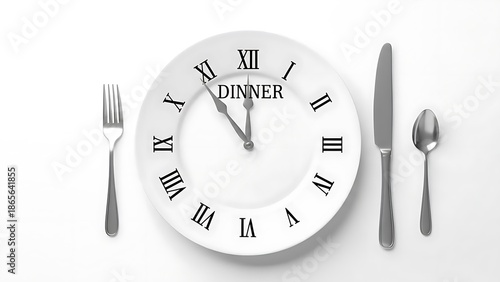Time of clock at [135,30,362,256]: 11:53
